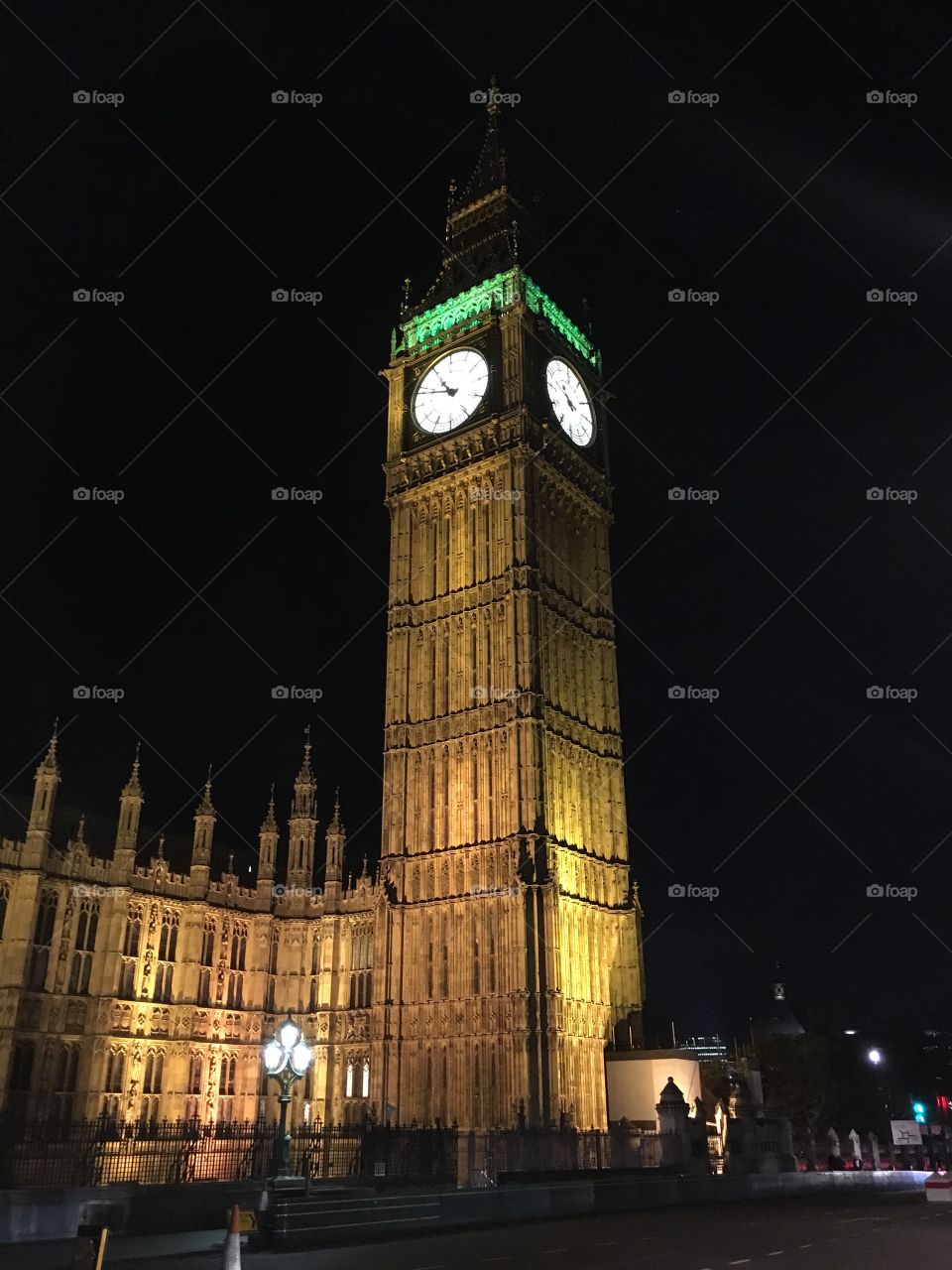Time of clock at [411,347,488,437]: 10:48
